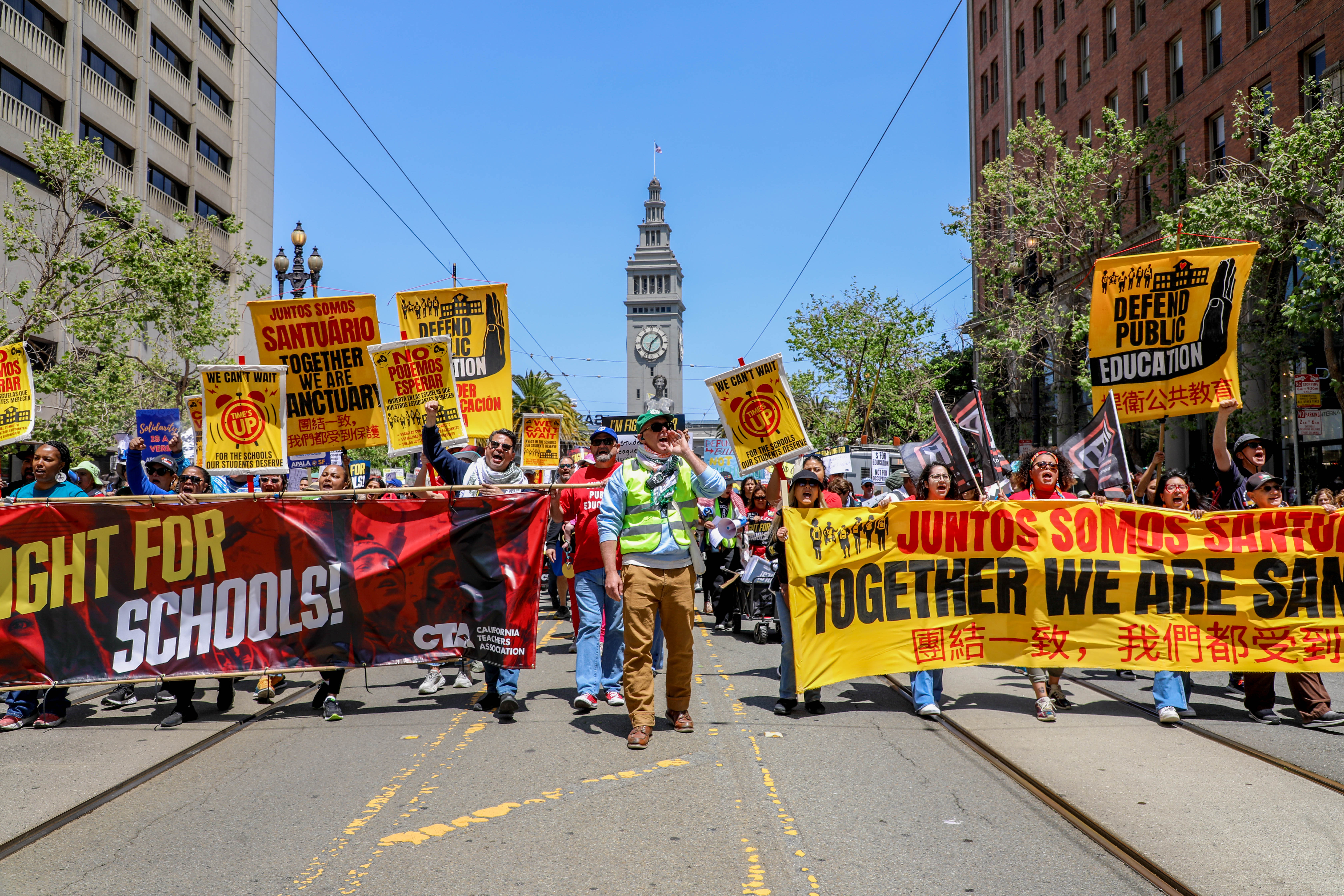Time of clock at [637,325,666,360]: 1:32
